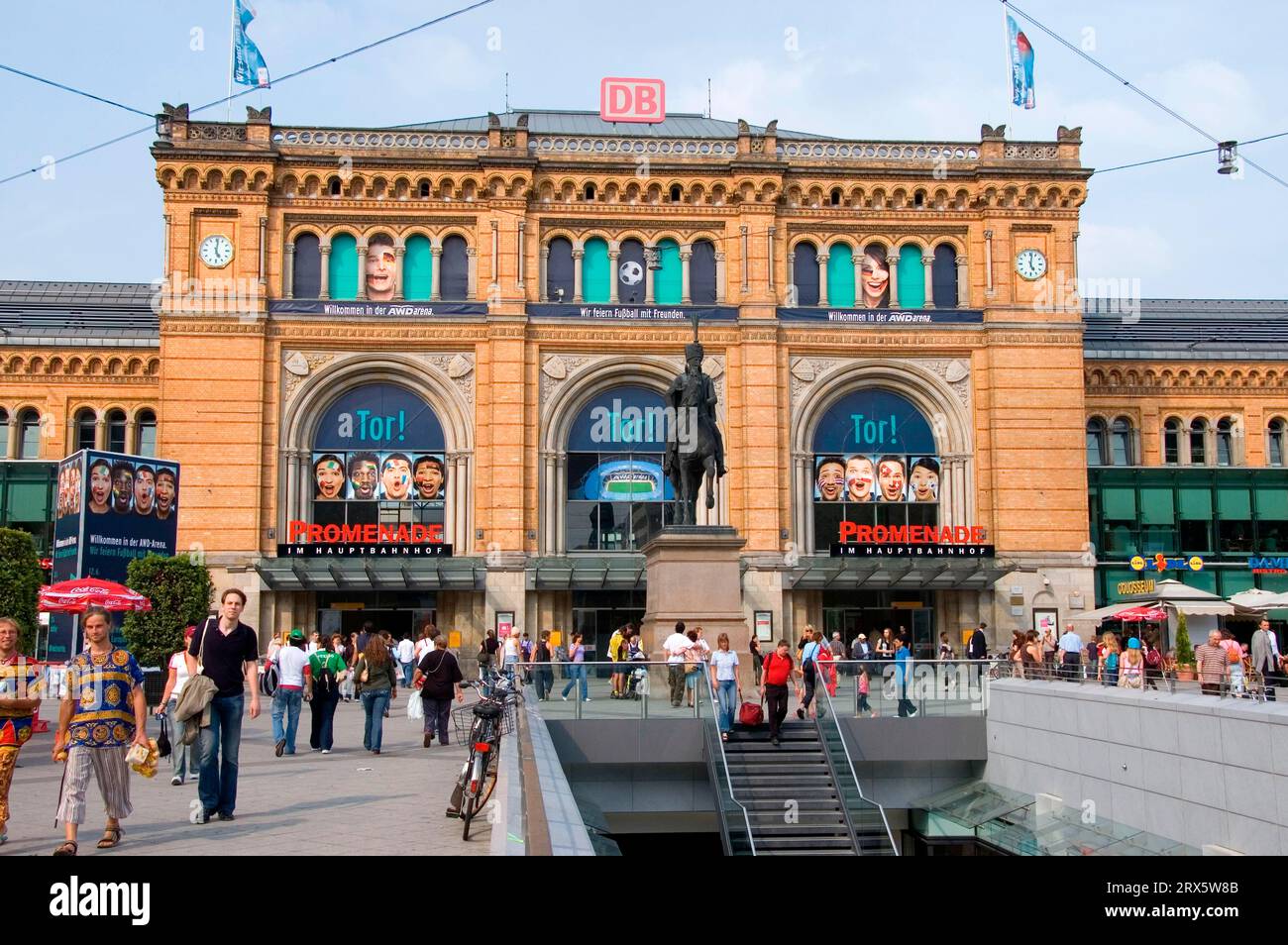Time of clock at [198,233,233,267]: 5:01
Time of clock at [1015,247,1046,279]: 5:01
